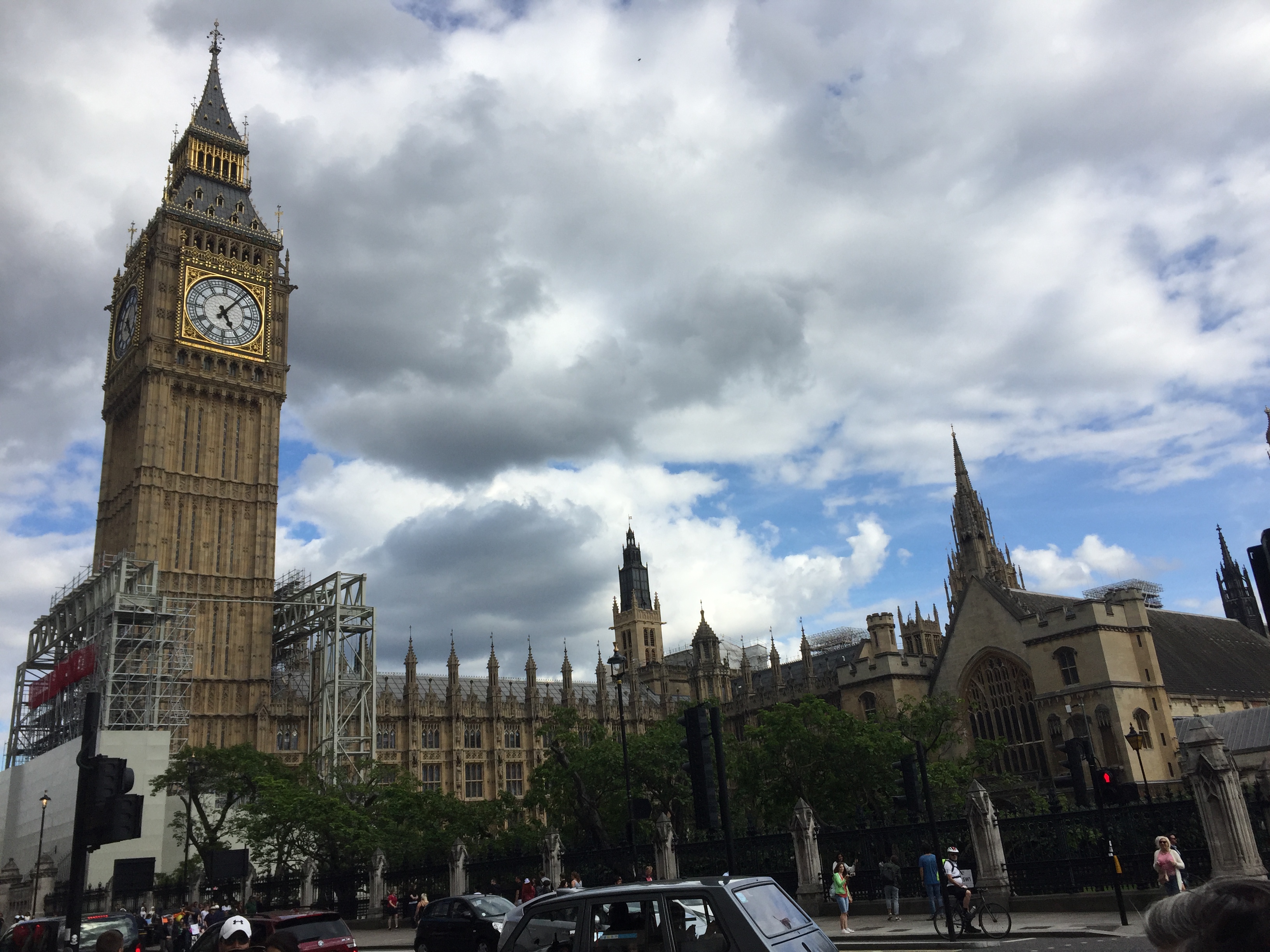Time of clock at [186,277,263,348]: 5:06
